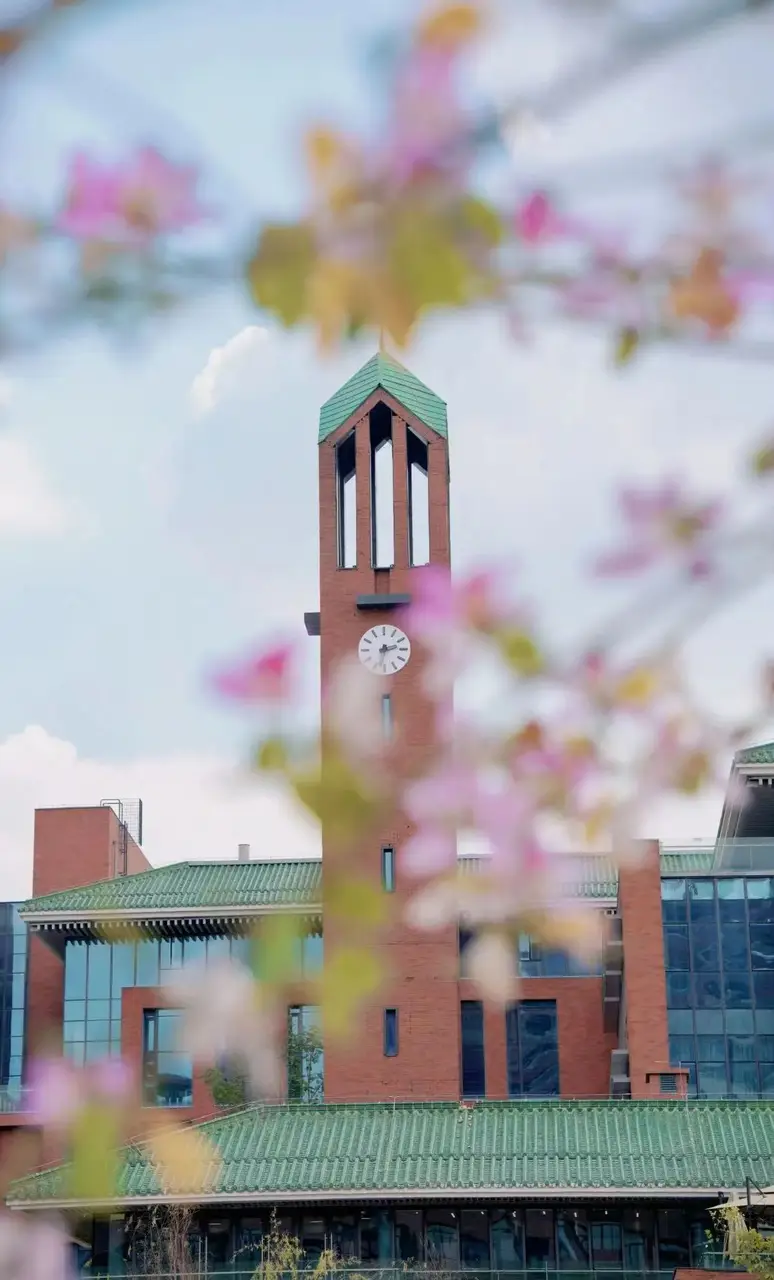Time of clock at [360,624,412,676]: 2:32
